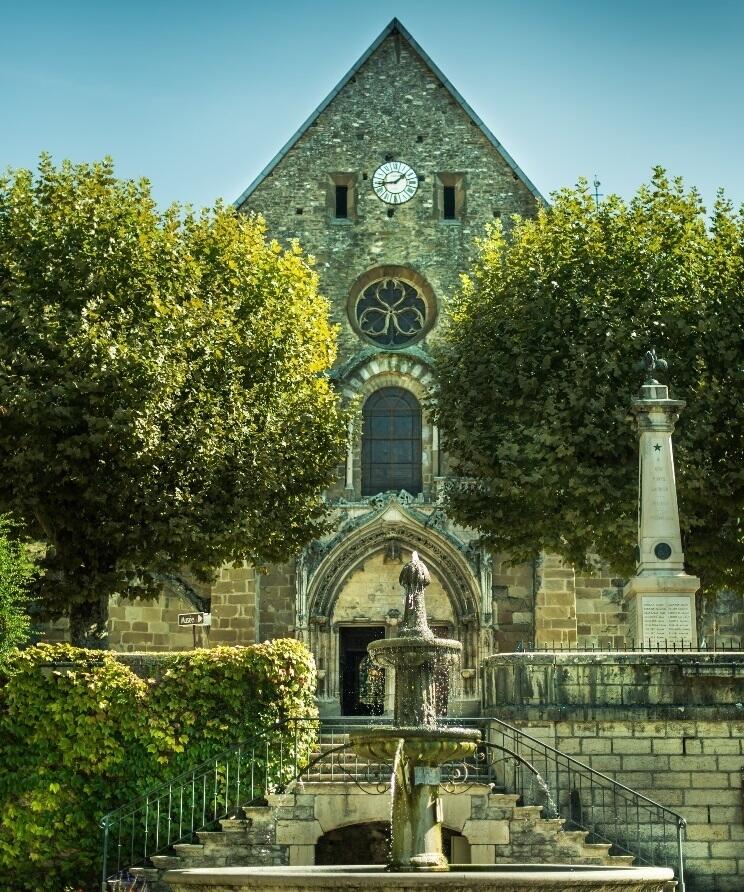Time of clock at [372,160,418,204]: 1:44
